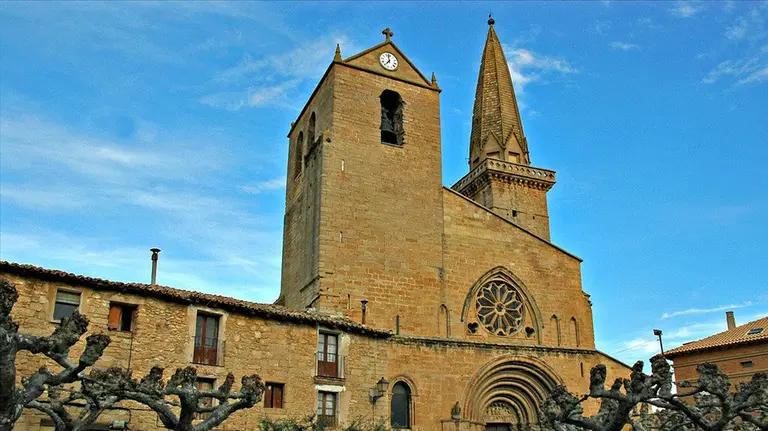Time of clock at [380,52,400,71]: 6:58
